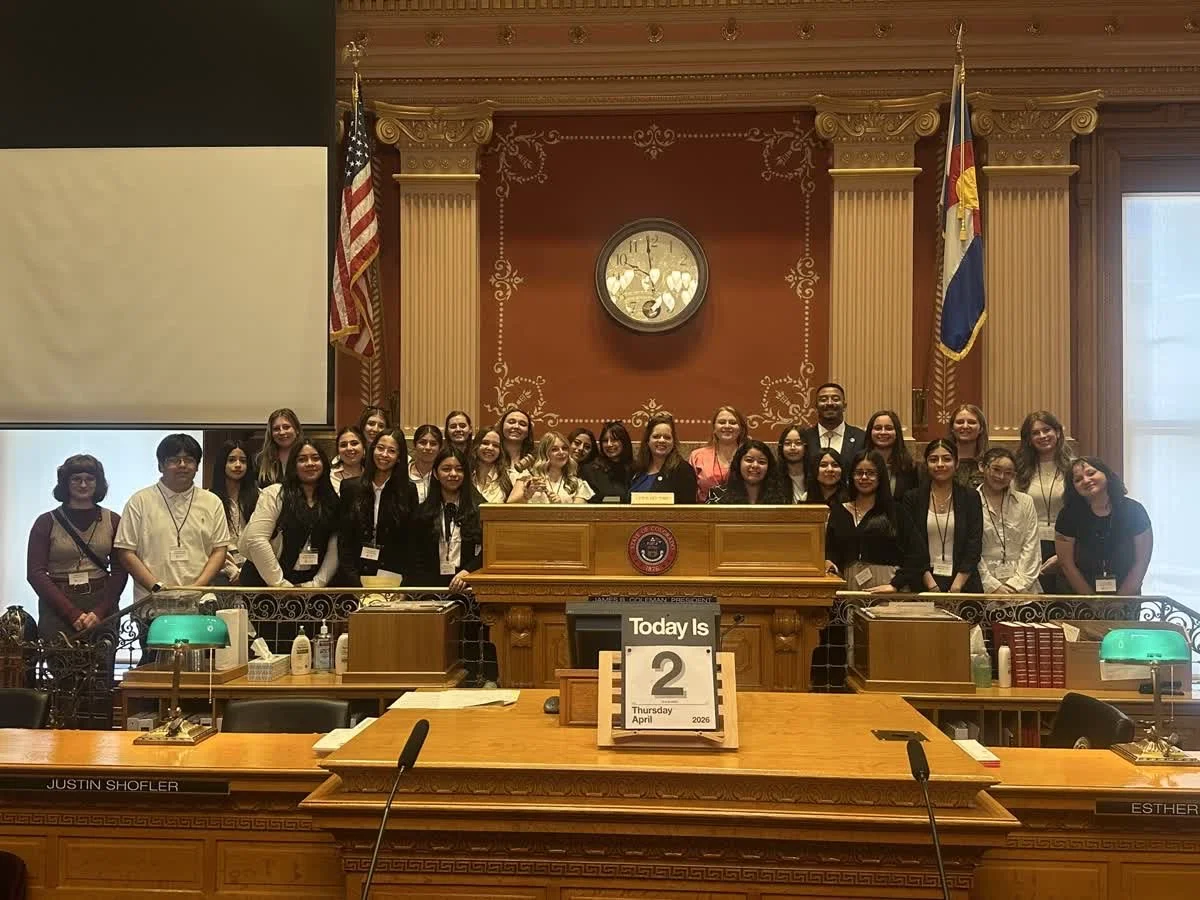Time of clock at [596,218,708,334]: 9:58
